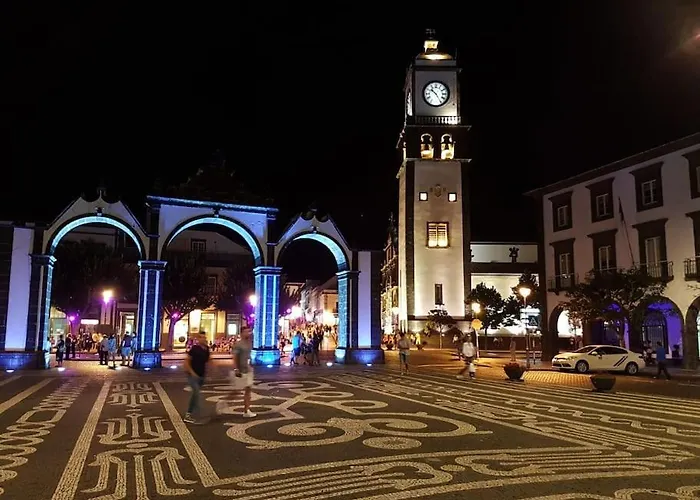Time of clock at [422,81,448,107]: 10:24
